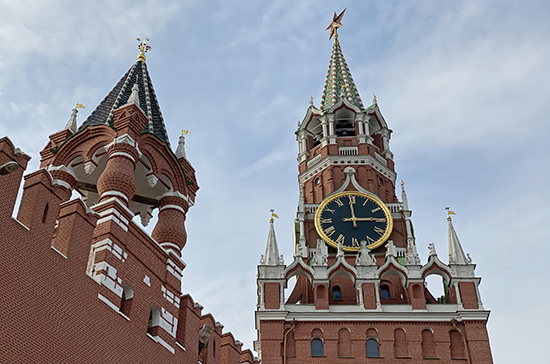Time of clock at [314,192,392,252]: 2:59
